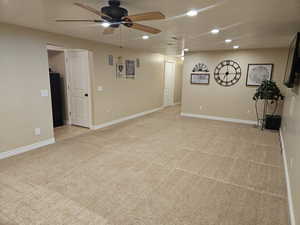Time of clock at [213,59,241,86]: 7:00
